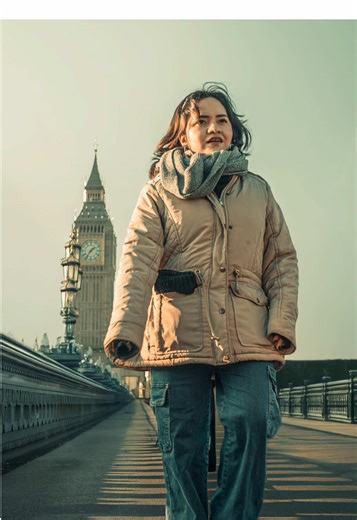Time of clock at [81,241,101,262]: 1:36
